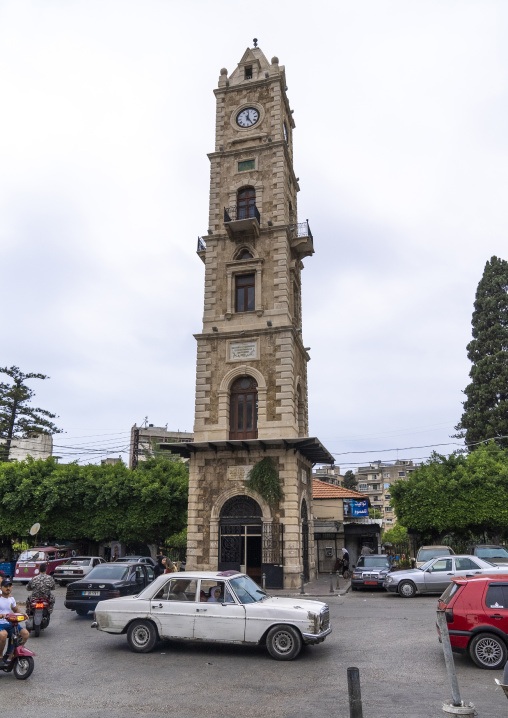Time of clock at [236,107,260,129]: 12:24
